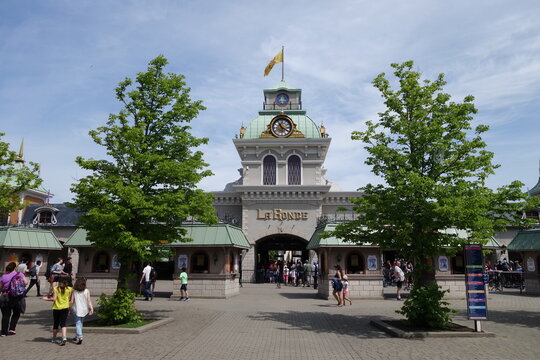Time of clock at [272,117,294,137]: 11:19
